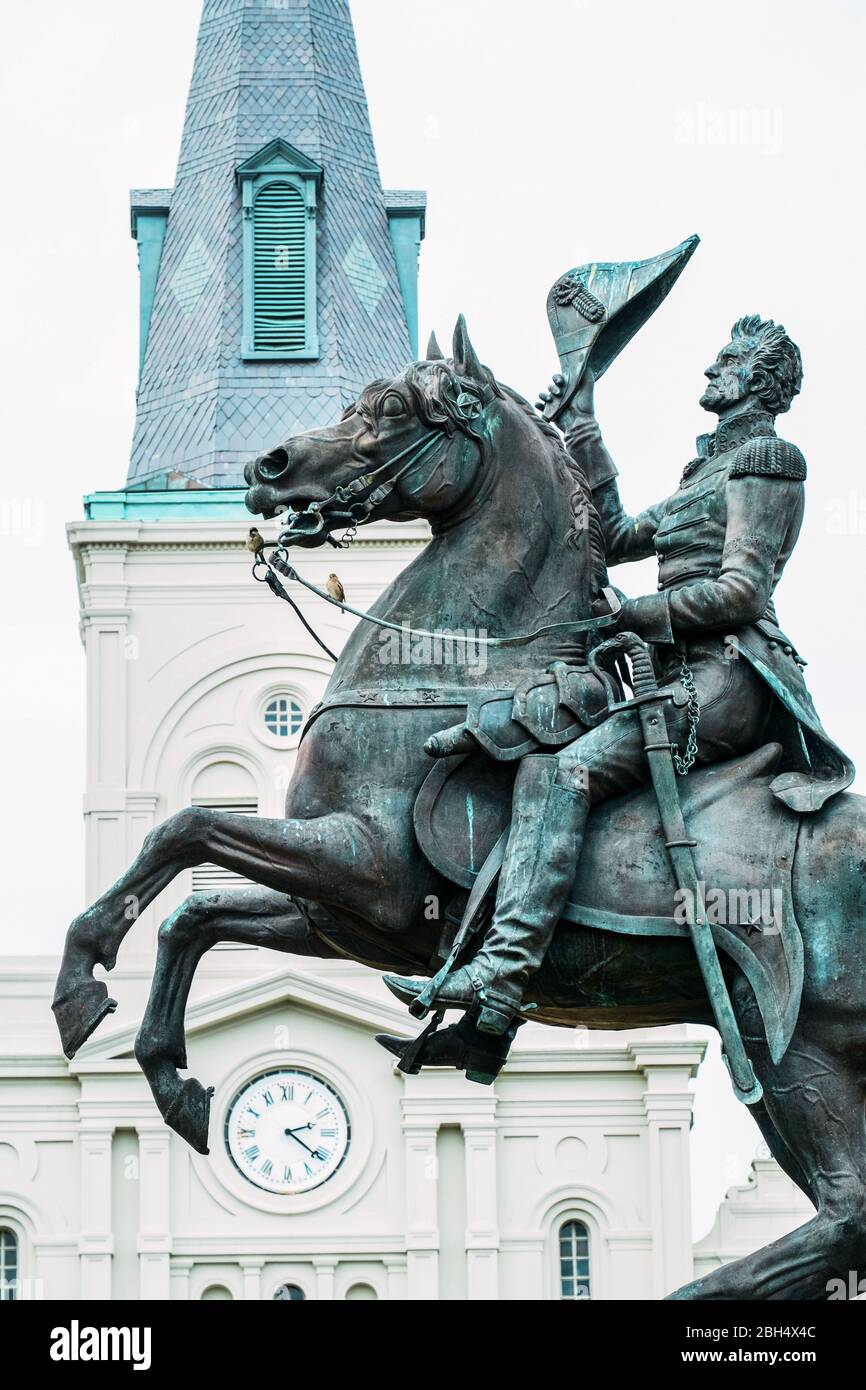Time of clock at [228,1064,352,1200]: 2:21
